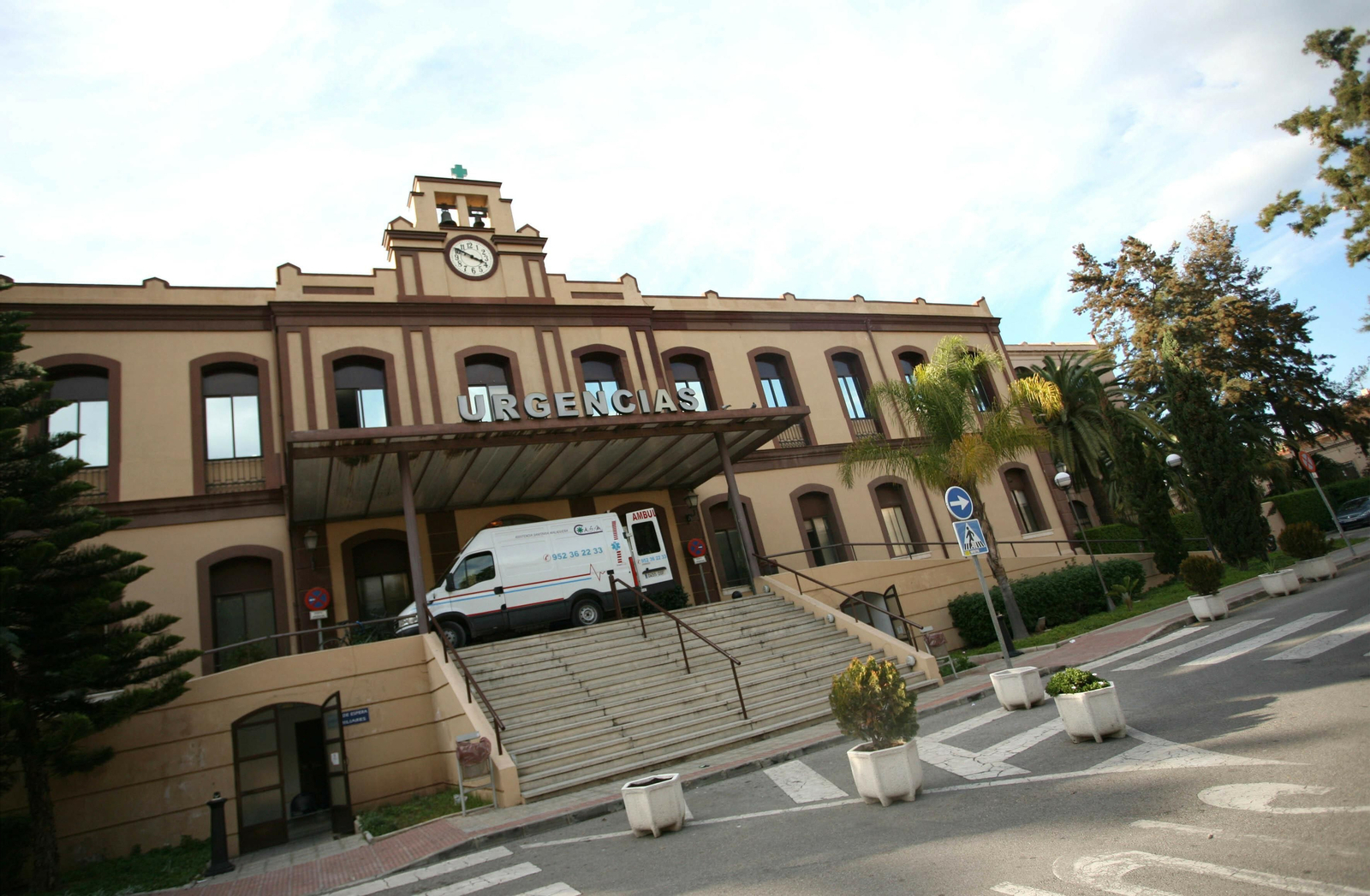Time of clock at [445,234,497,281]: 3:50
